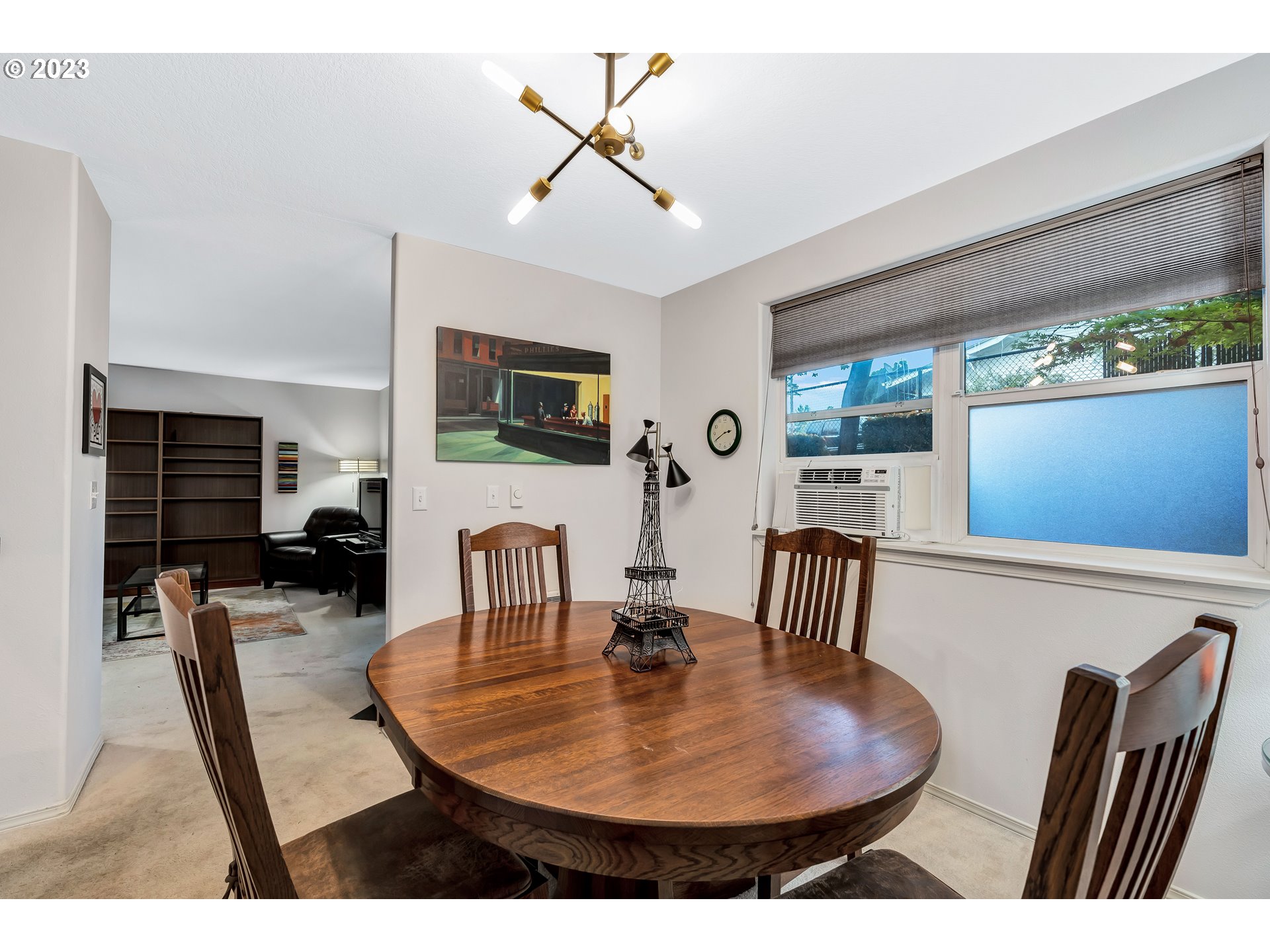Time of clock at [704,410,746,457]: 2:40
